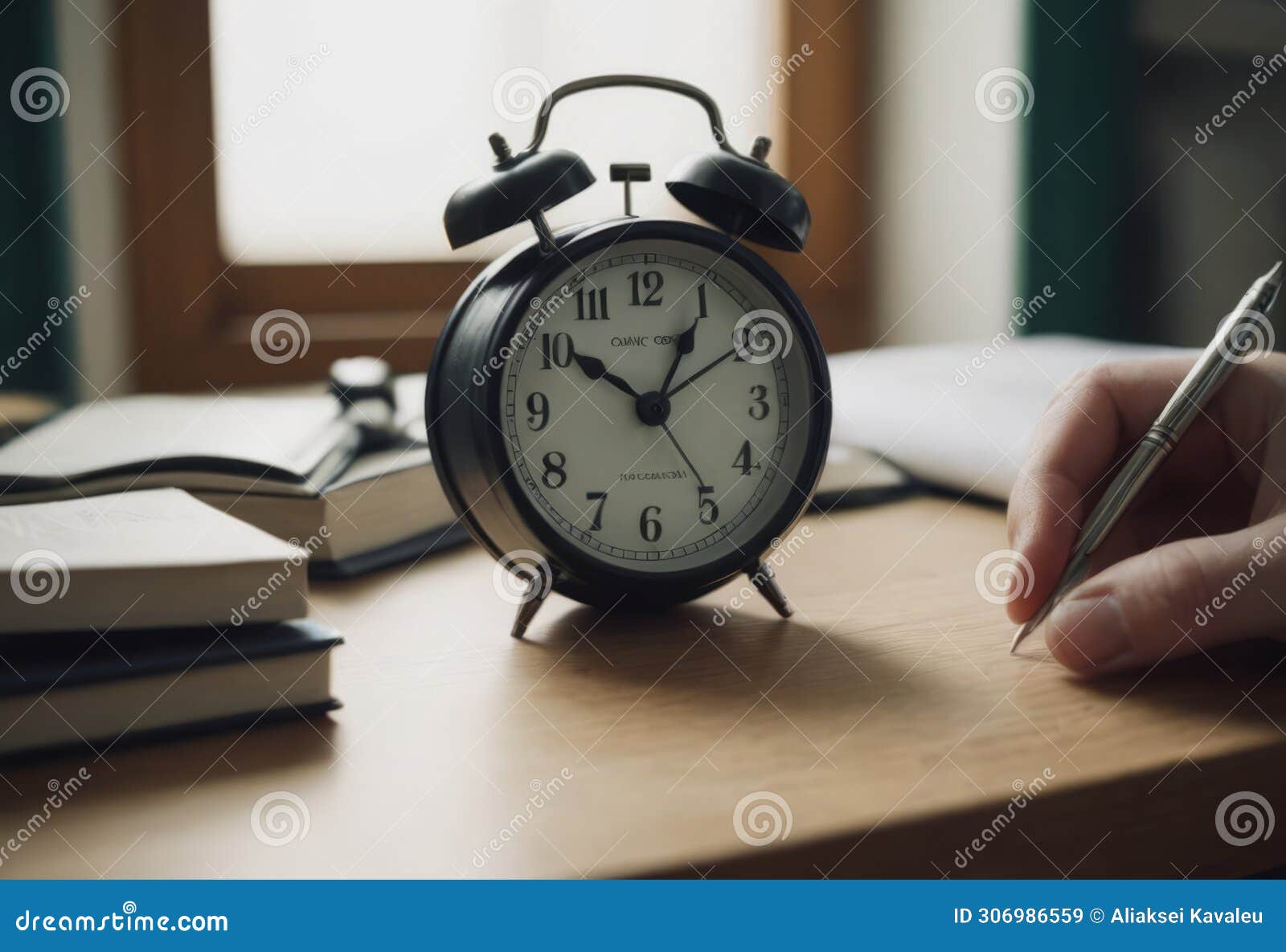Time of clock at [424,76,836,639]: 10:05
